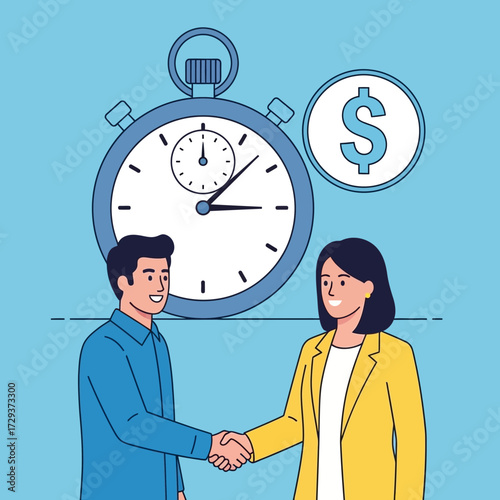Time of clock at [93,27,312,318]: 3:07
